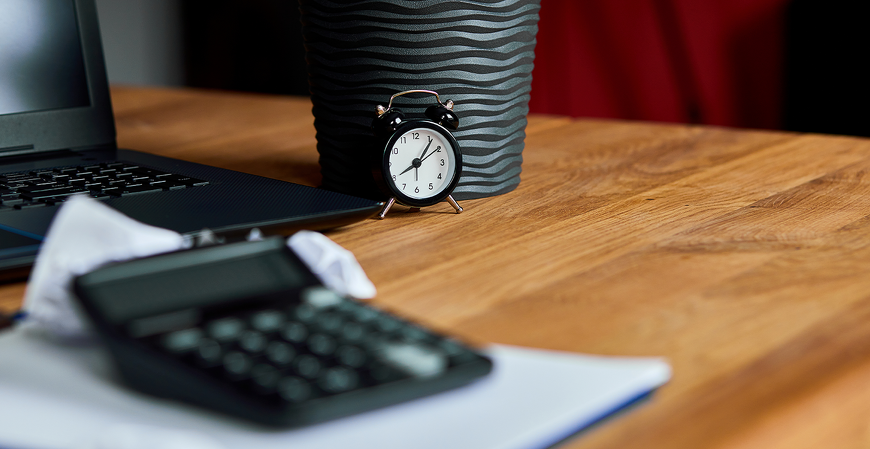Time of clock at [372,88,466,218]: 8:06
